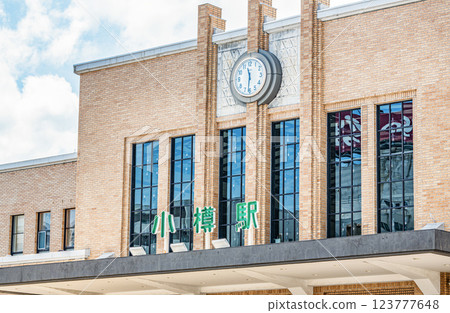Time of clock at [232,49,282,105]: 11:31
